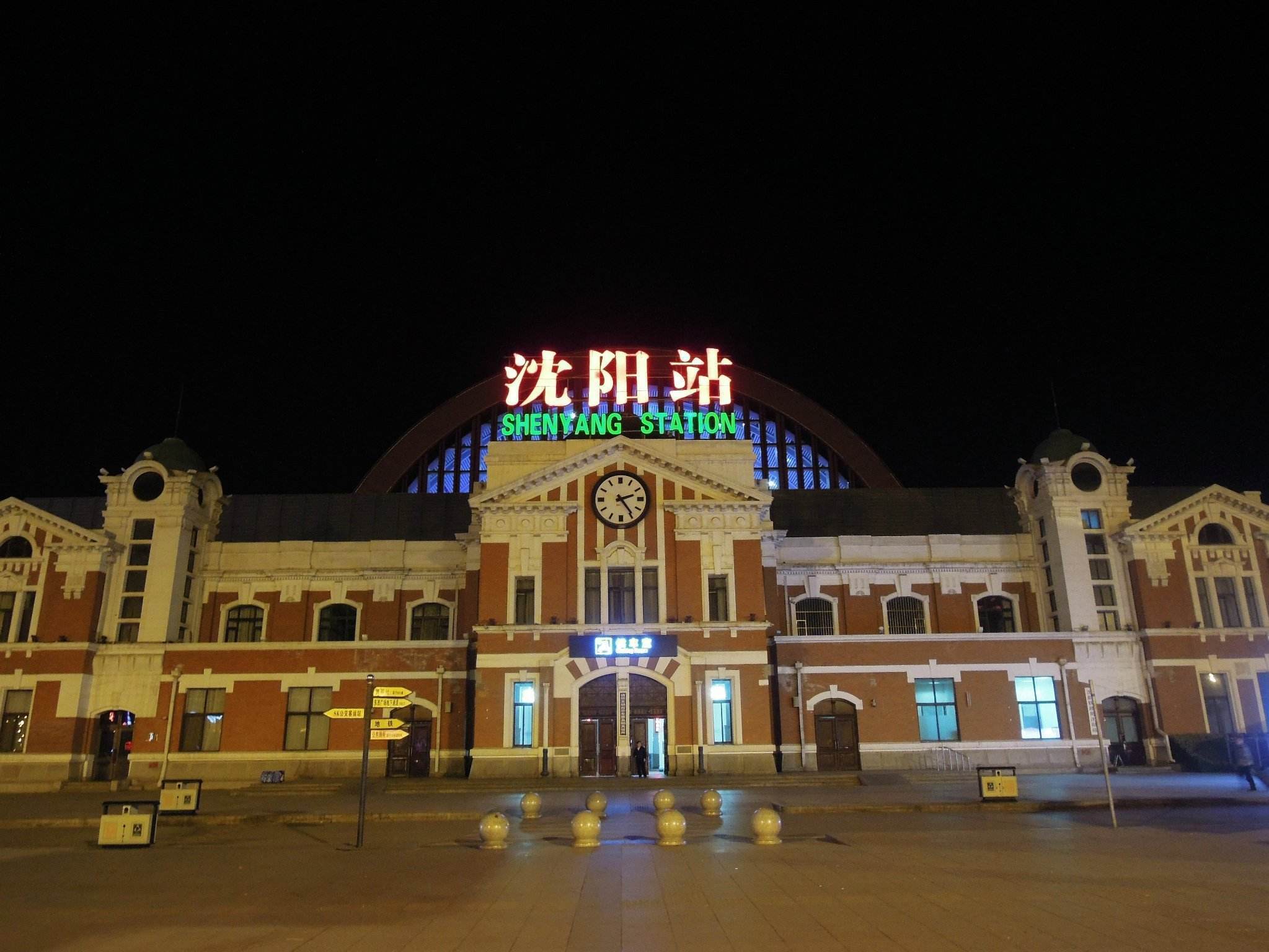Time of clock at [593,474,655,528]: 2:24
